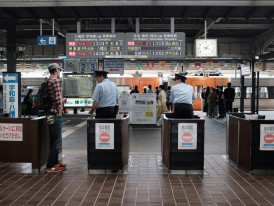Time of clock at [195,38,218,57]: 1:18
